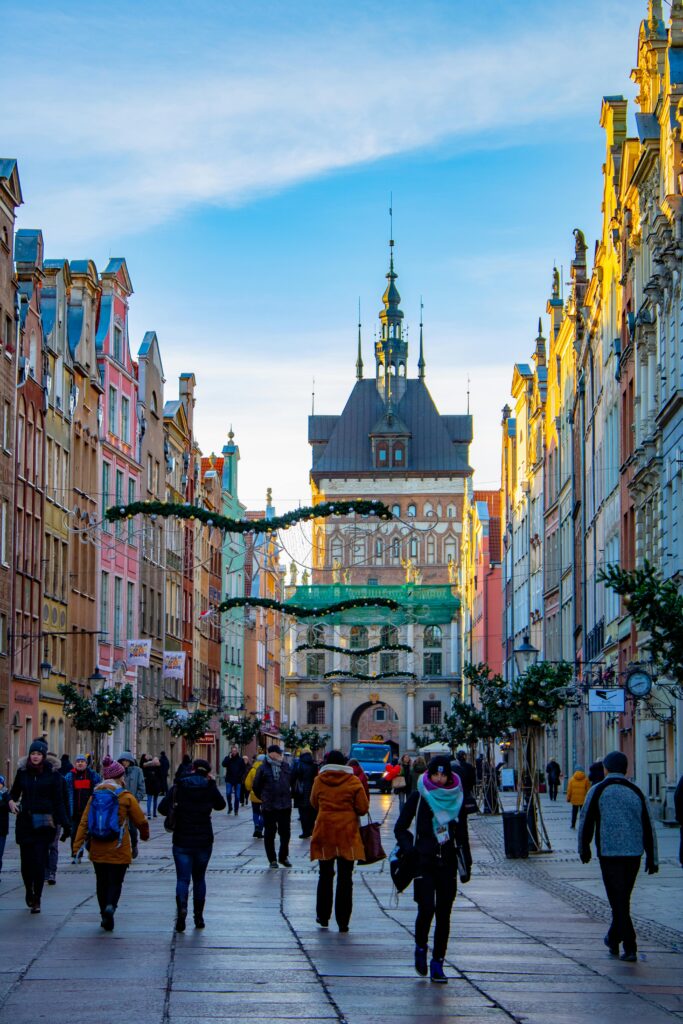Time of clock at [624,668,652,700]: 2:40
